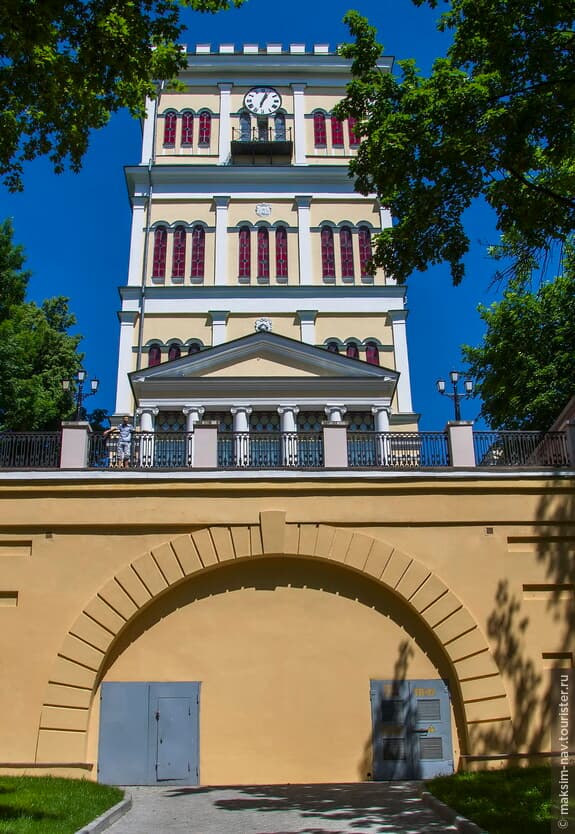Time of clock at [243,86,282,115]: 1:02
